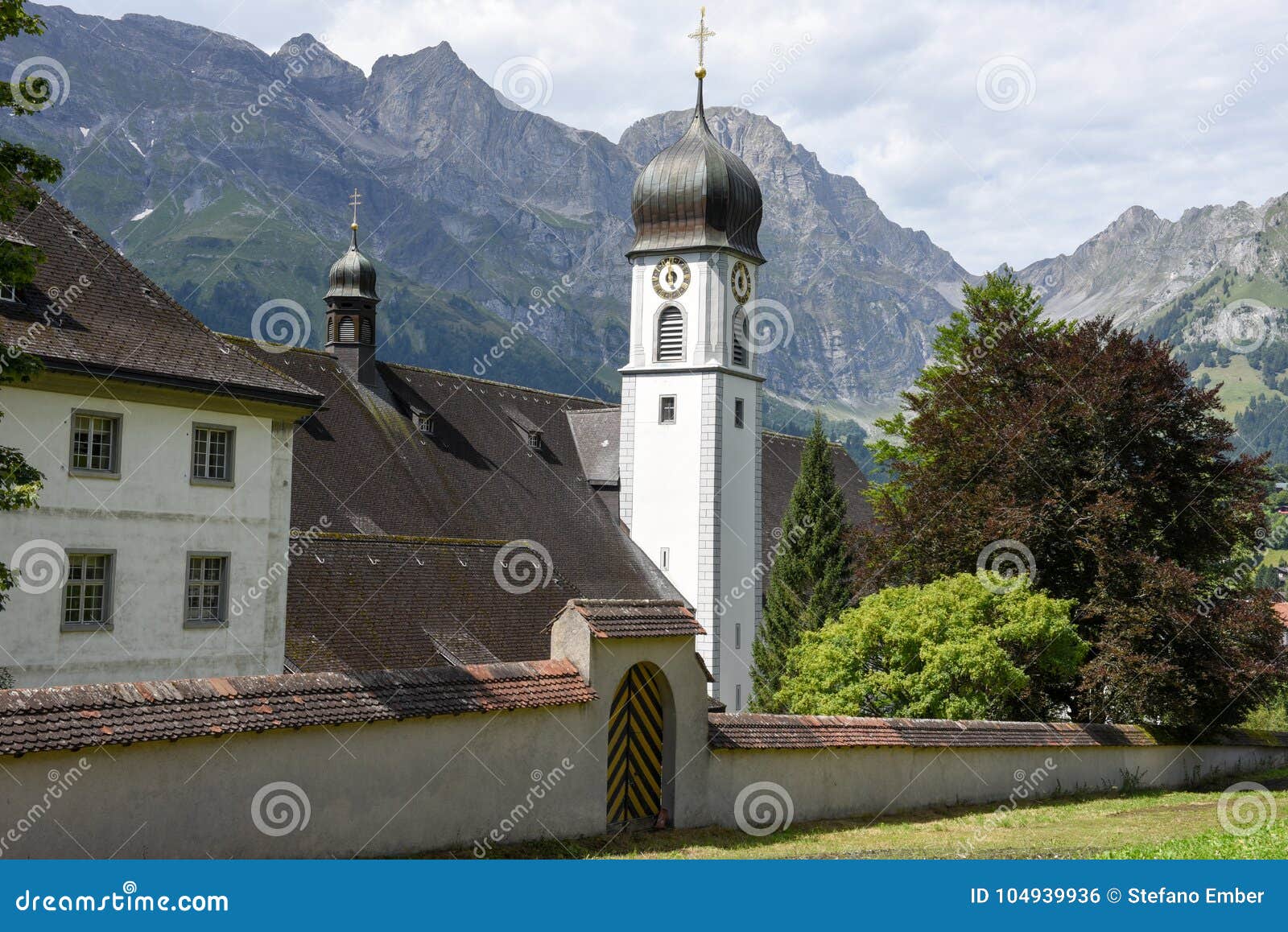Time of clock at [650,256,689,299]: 5:59
